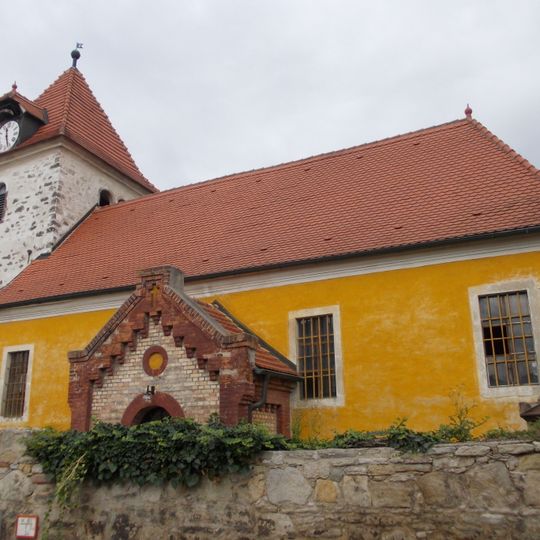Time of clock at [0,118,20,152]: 11:26
